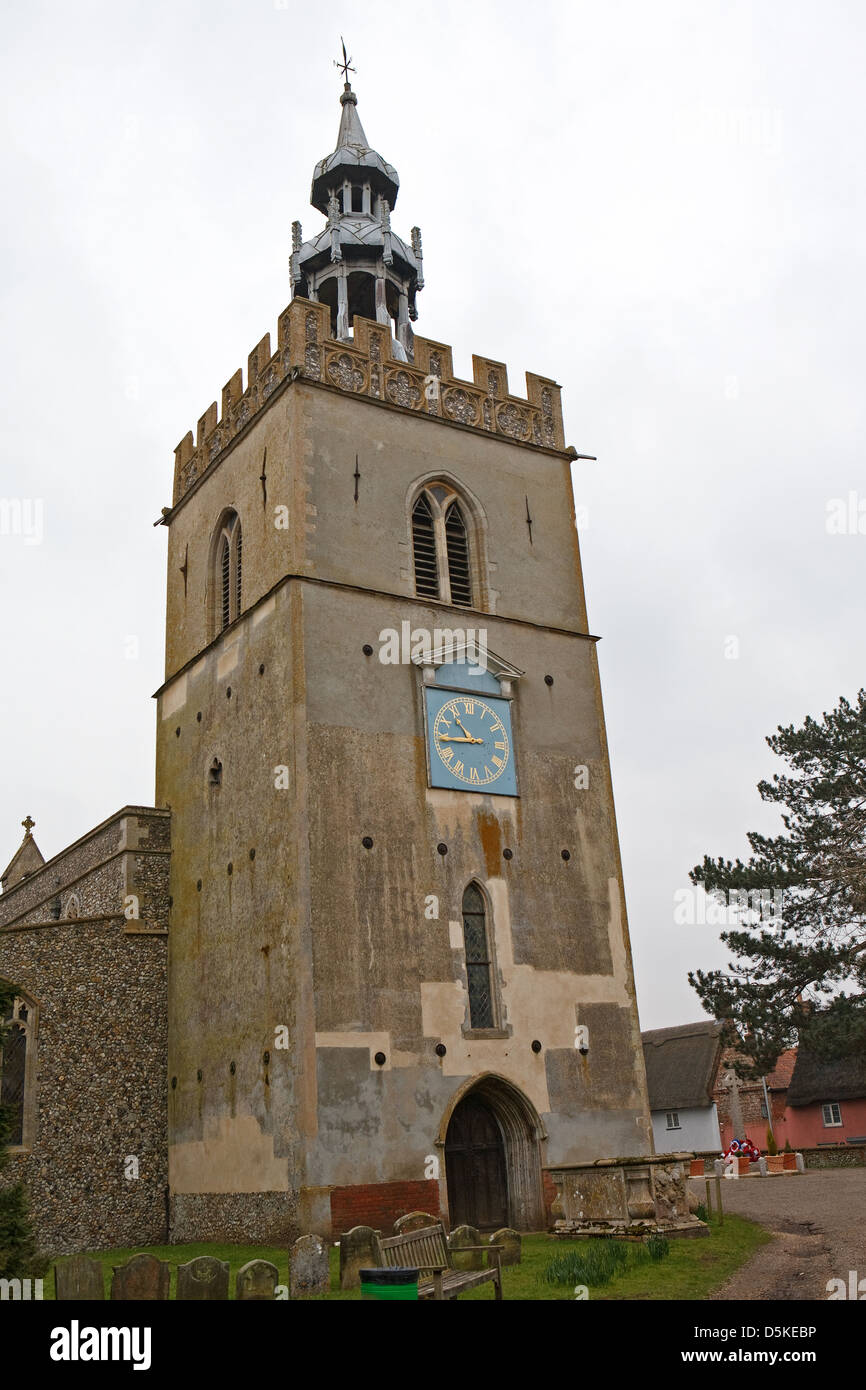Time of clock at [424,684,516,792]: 10:44
